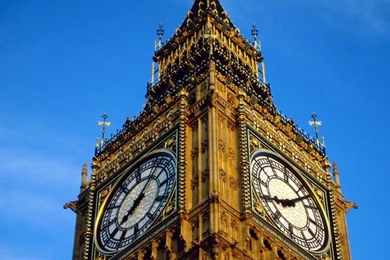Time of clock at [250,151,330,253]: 8:07
